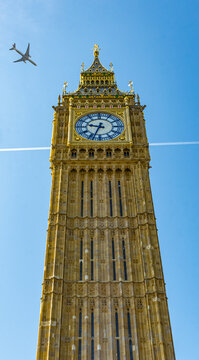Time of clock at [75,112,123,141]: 9:33
